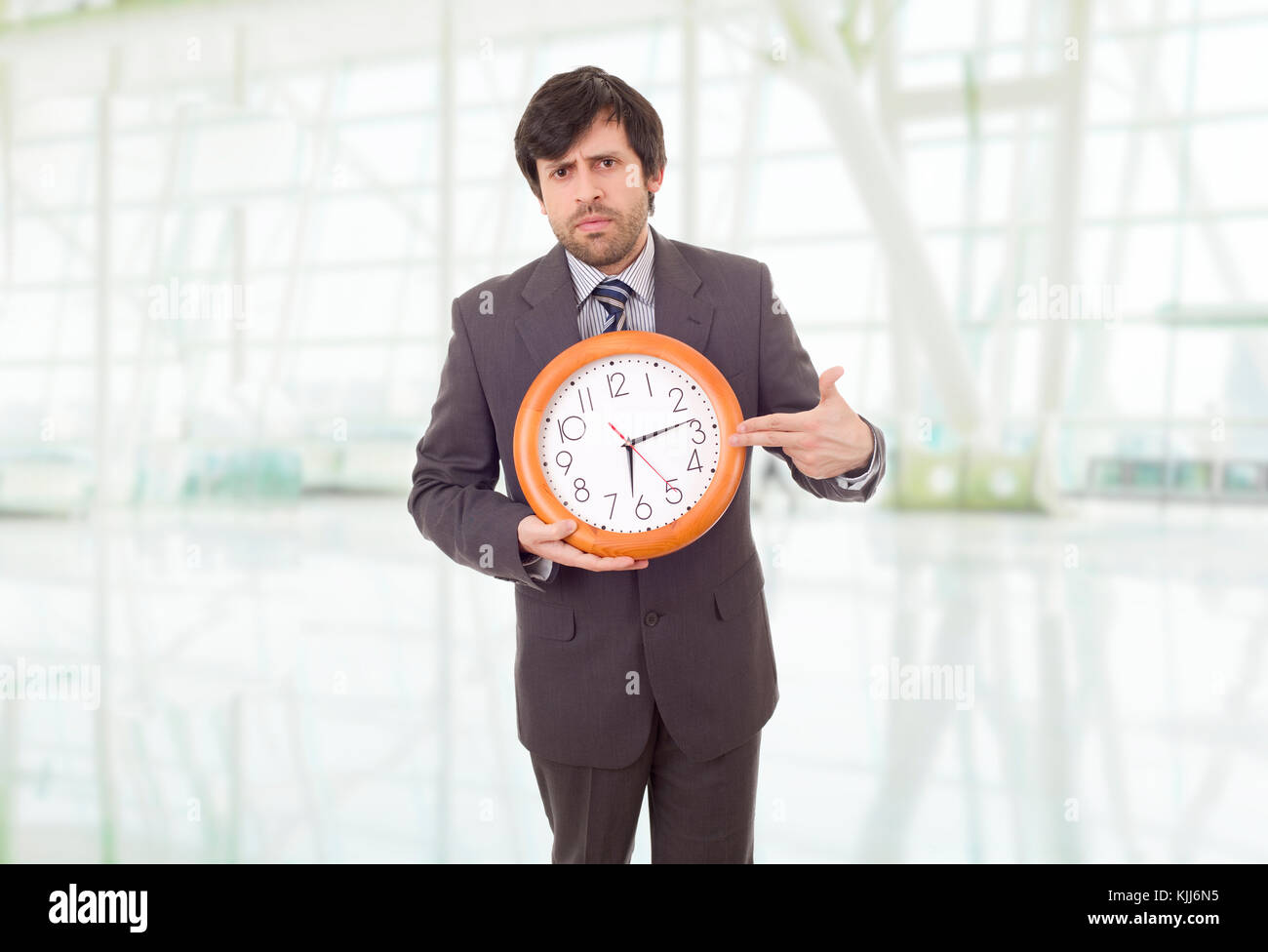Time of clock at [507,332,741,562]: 6:13
